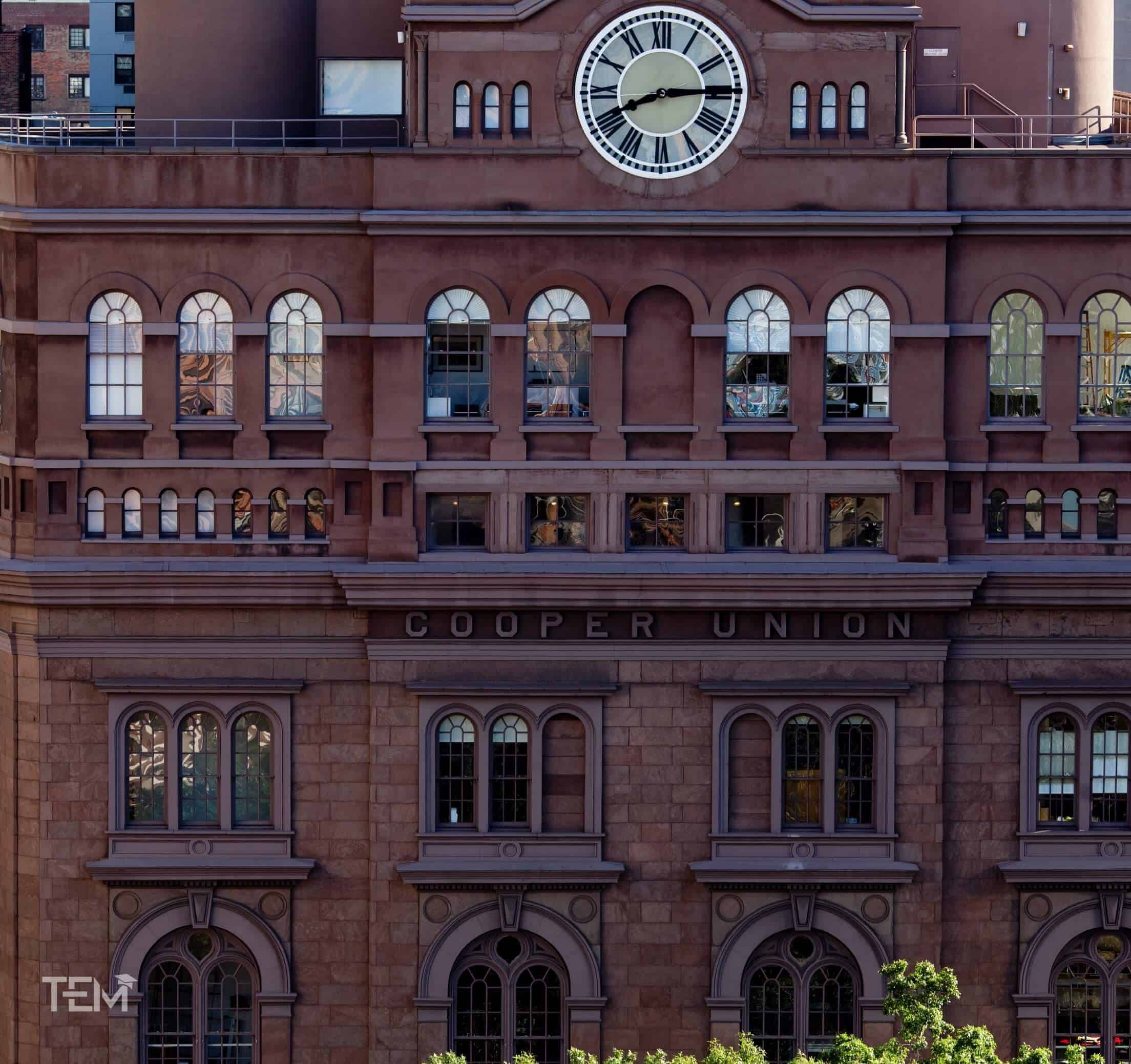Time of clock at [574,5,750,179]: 8:14
